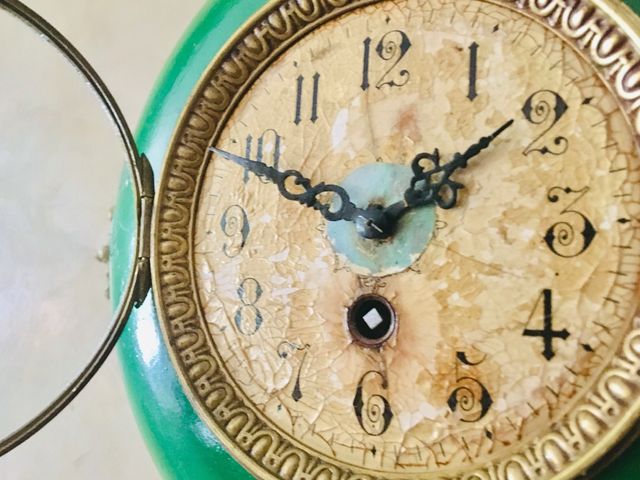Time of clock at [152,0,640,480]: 1:49
